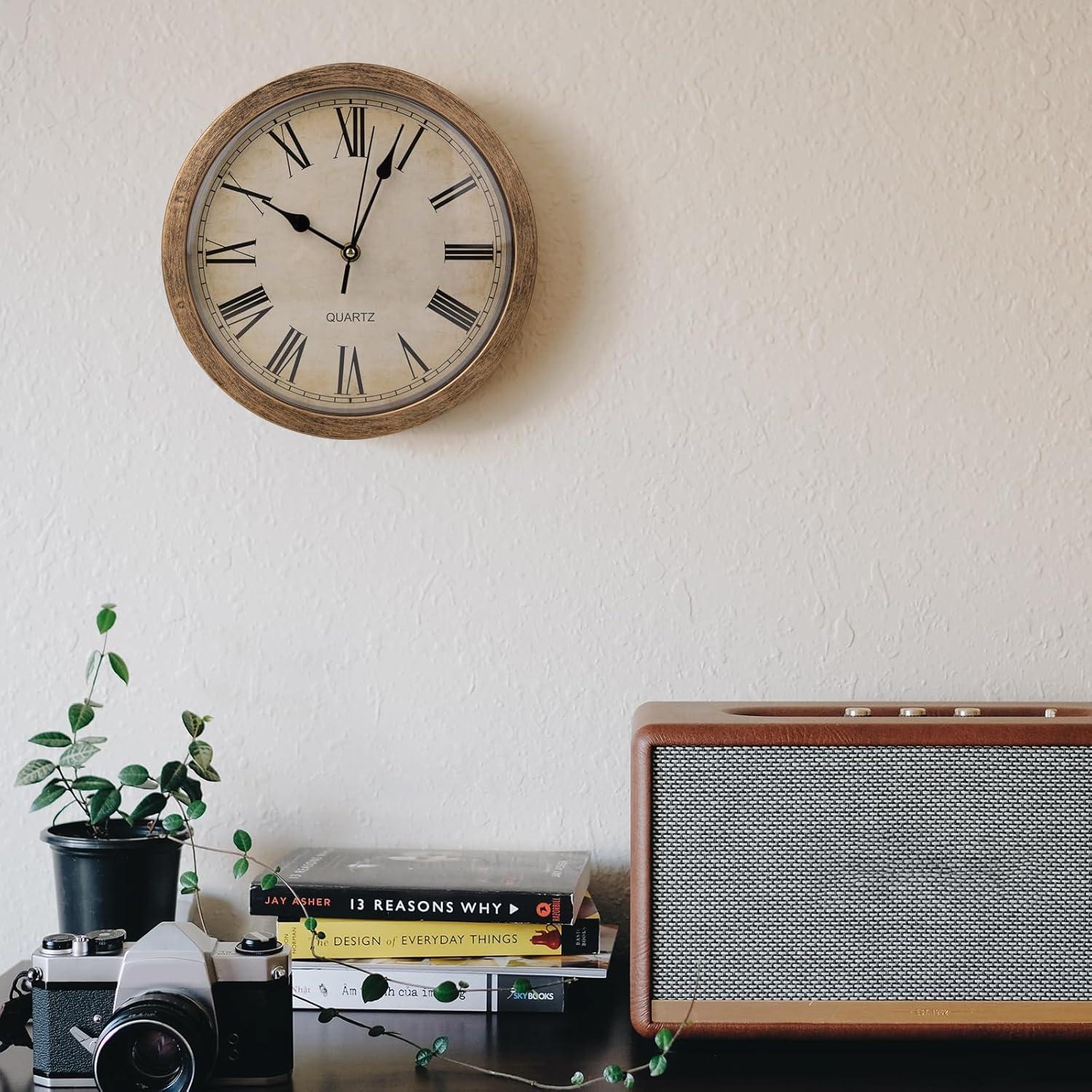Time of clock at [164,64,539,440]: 10:03
